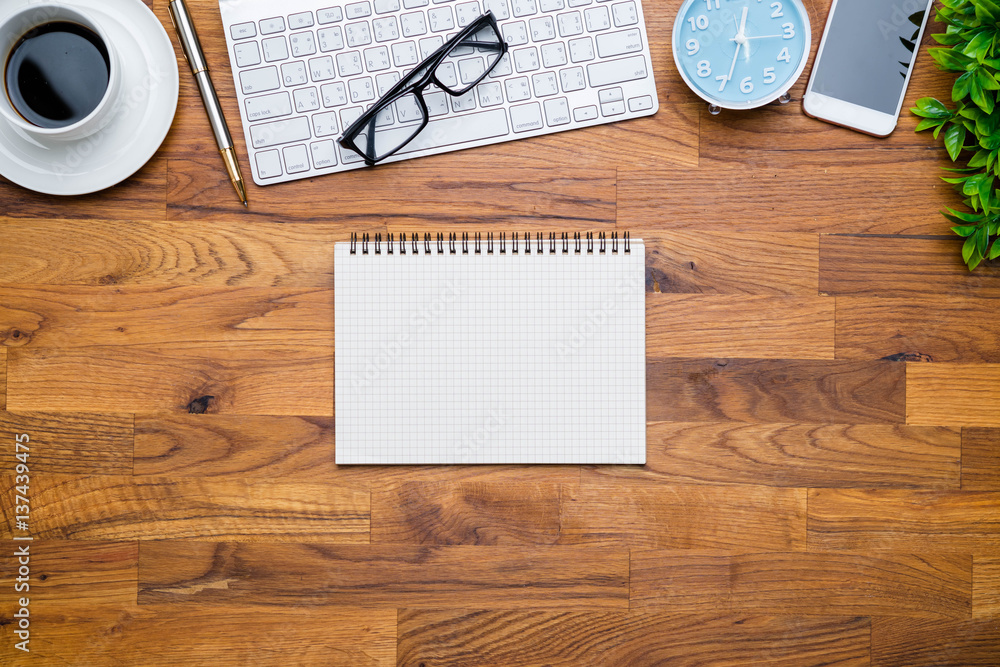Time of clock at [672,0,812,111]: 12:34
